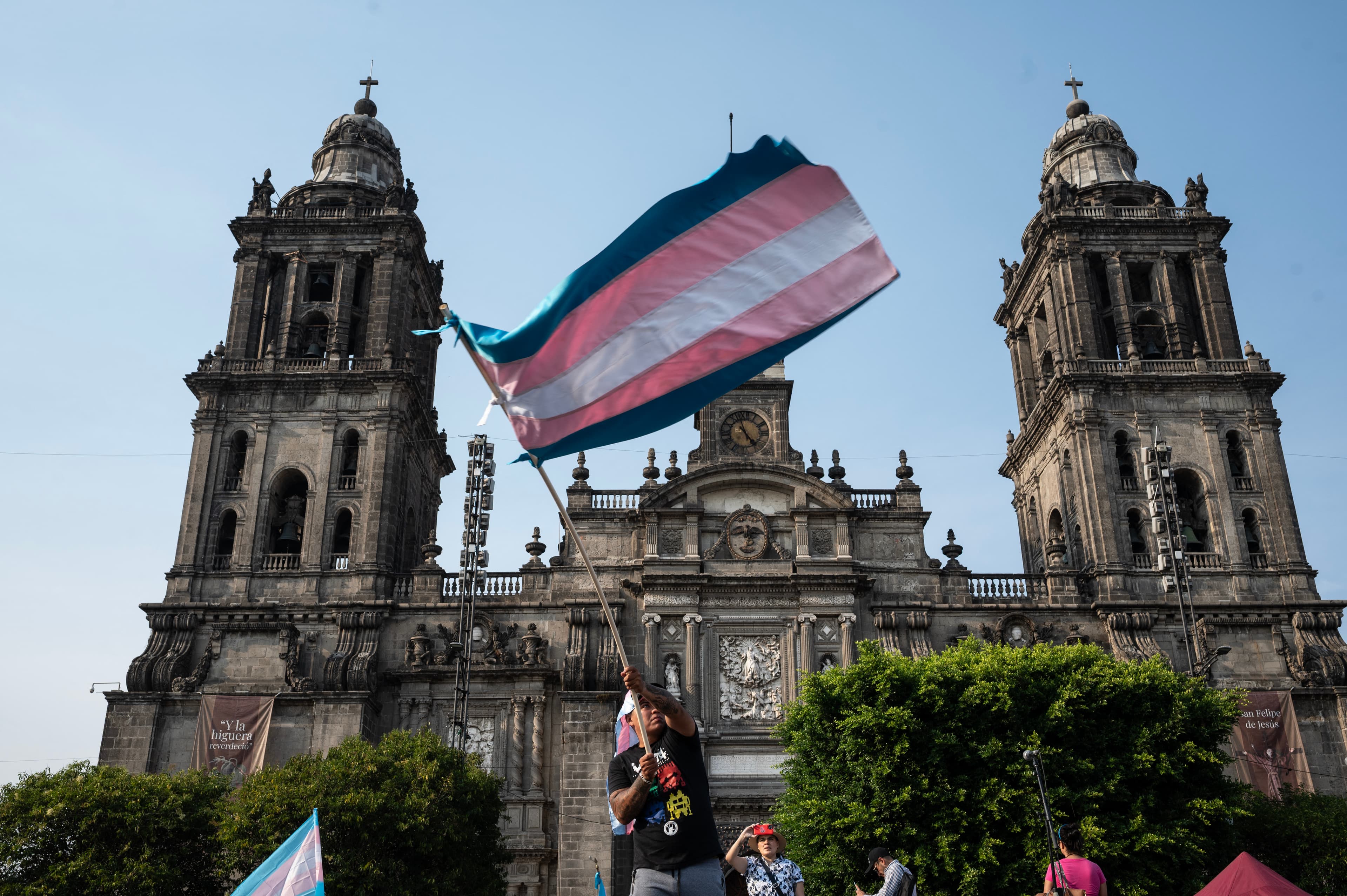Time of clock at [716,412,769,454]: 4:57
